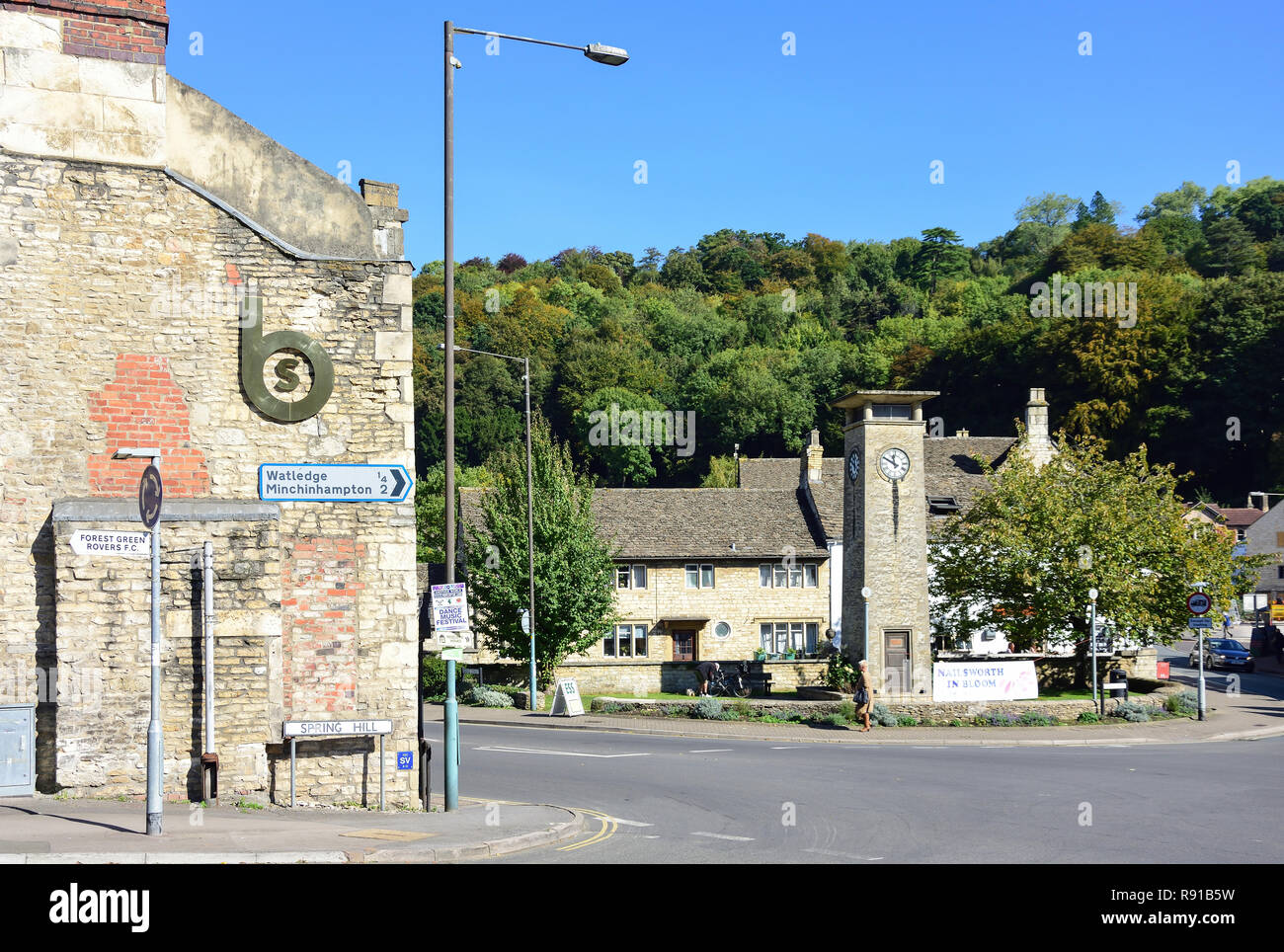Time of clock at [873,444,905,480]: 11:49
